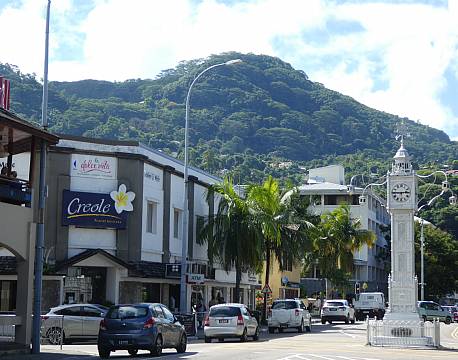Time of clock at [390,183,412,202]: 2:45
